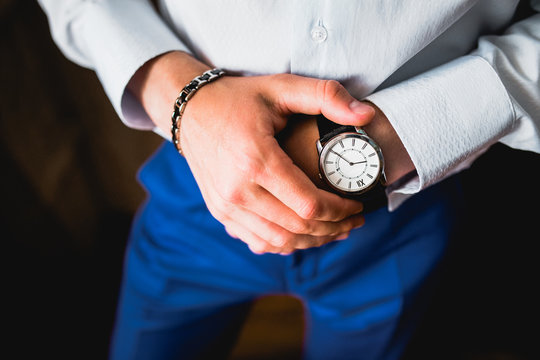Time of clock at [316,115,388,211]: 2:50
